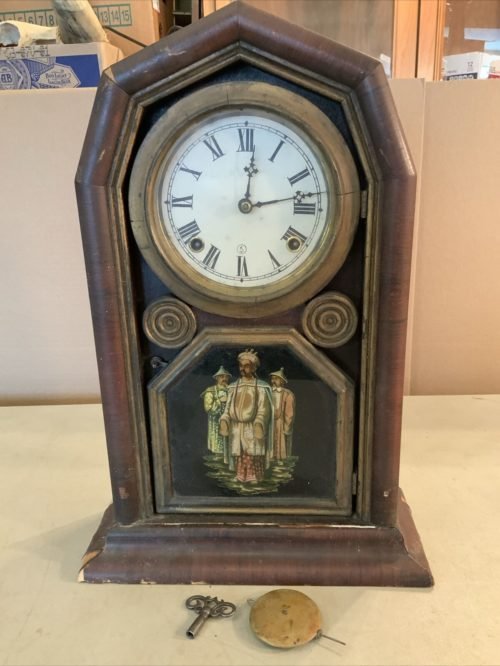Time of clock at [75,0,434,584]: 12:12
